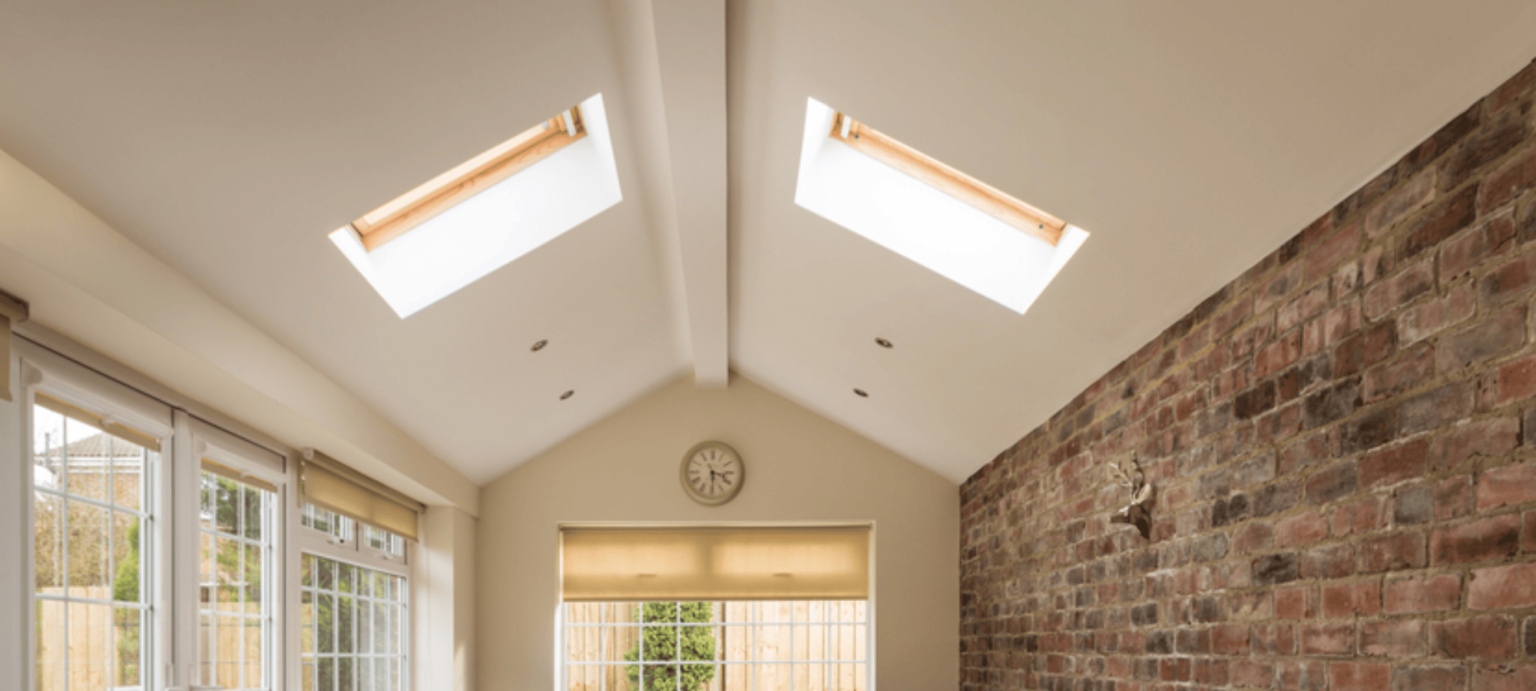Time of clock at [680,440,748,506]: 3:29
